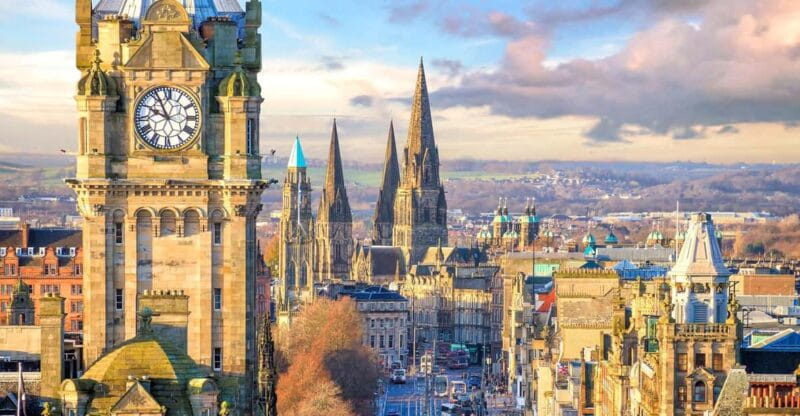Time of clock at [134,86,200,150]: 9:56
